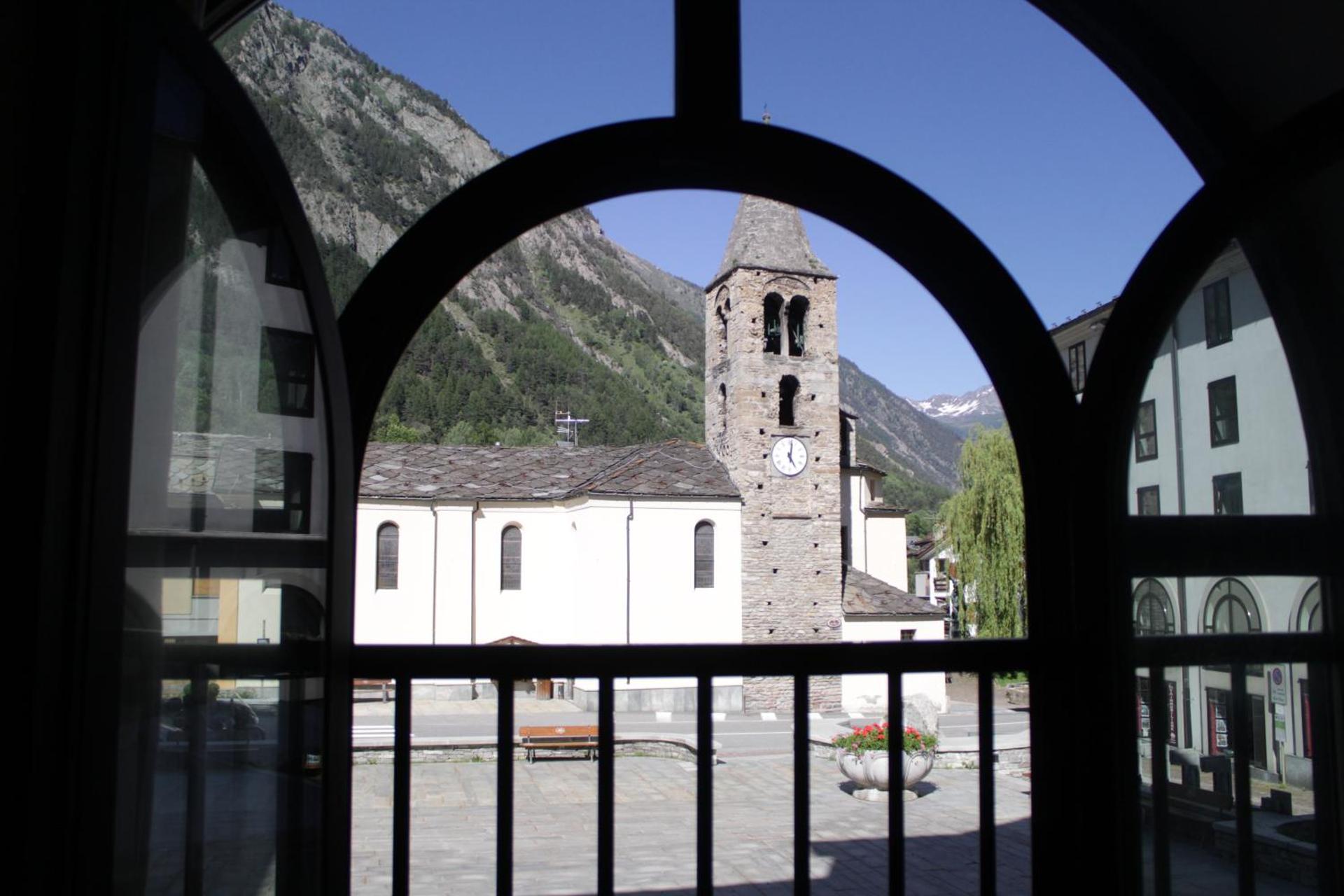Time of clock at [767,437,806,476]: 5:01
